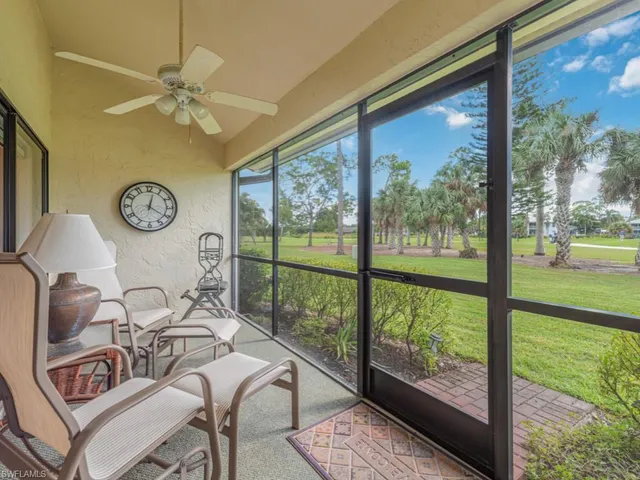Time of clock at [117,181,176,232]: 12:20
